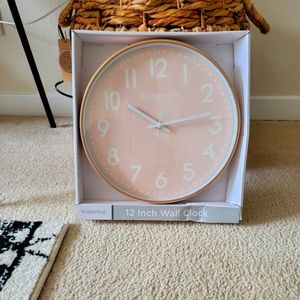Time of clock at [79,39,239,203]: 10:13
